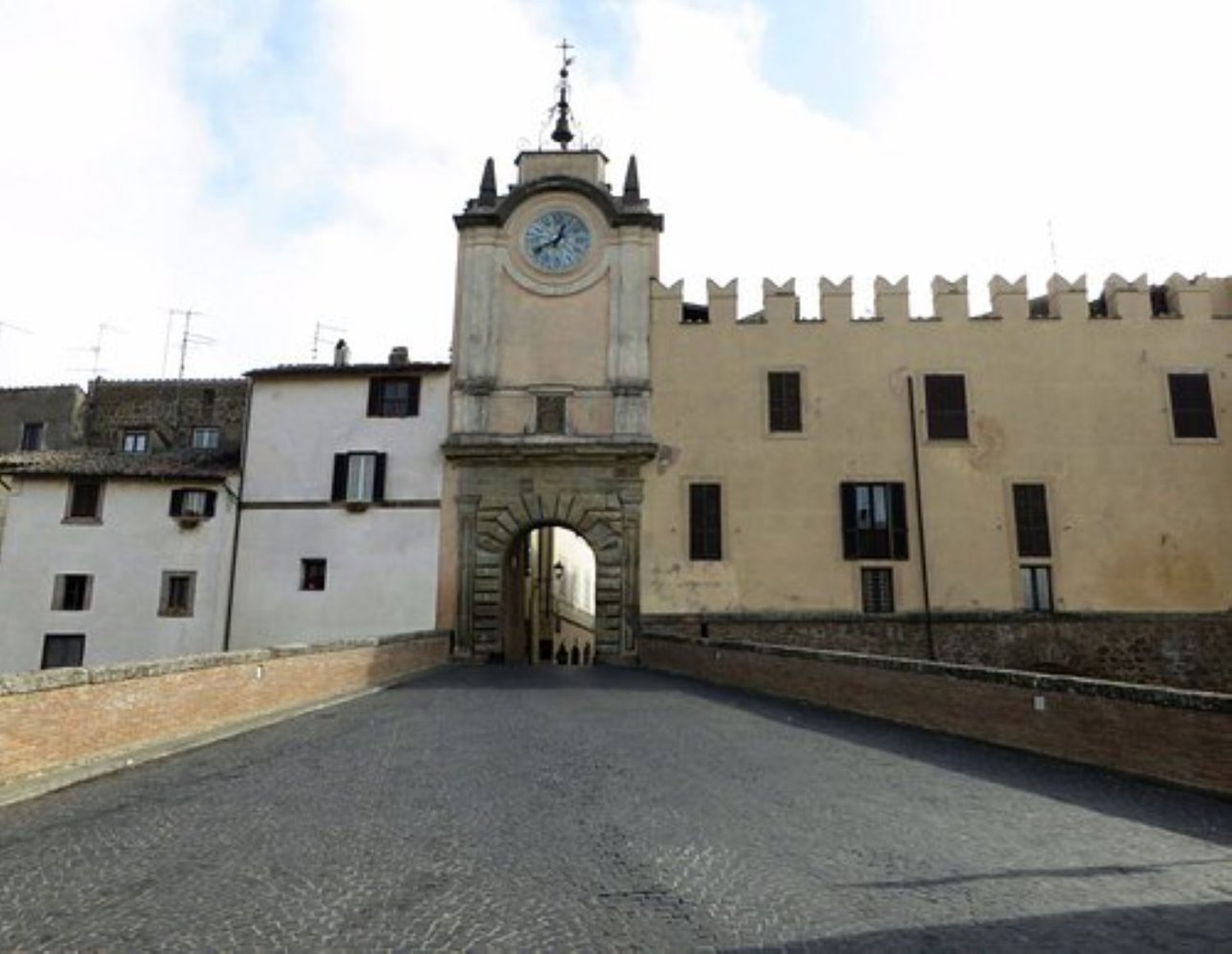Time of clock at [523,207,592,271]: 12:40
